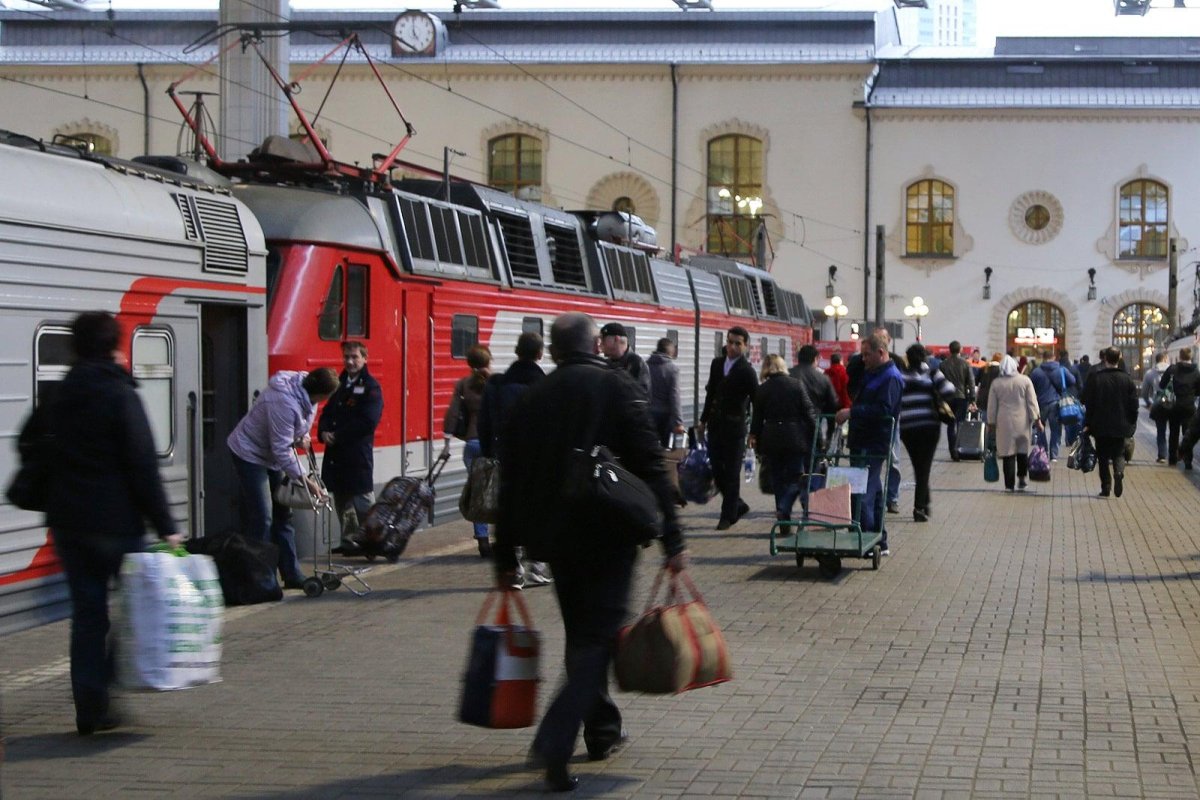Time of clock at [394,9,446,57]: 4:59
